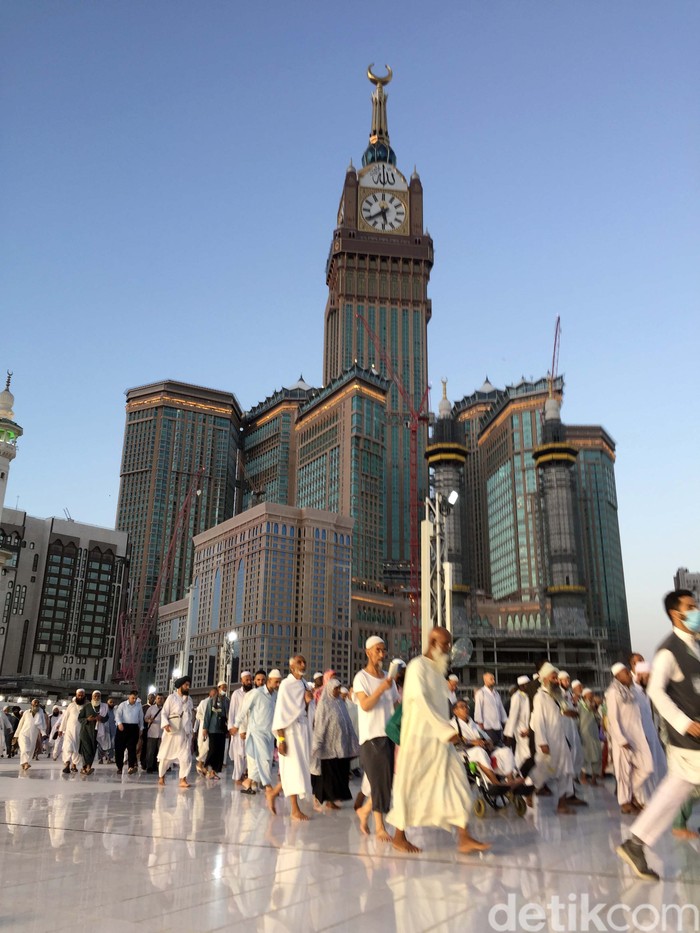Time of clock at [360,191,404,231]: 5:38
